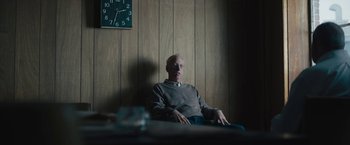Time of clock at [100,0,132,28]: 2:33
